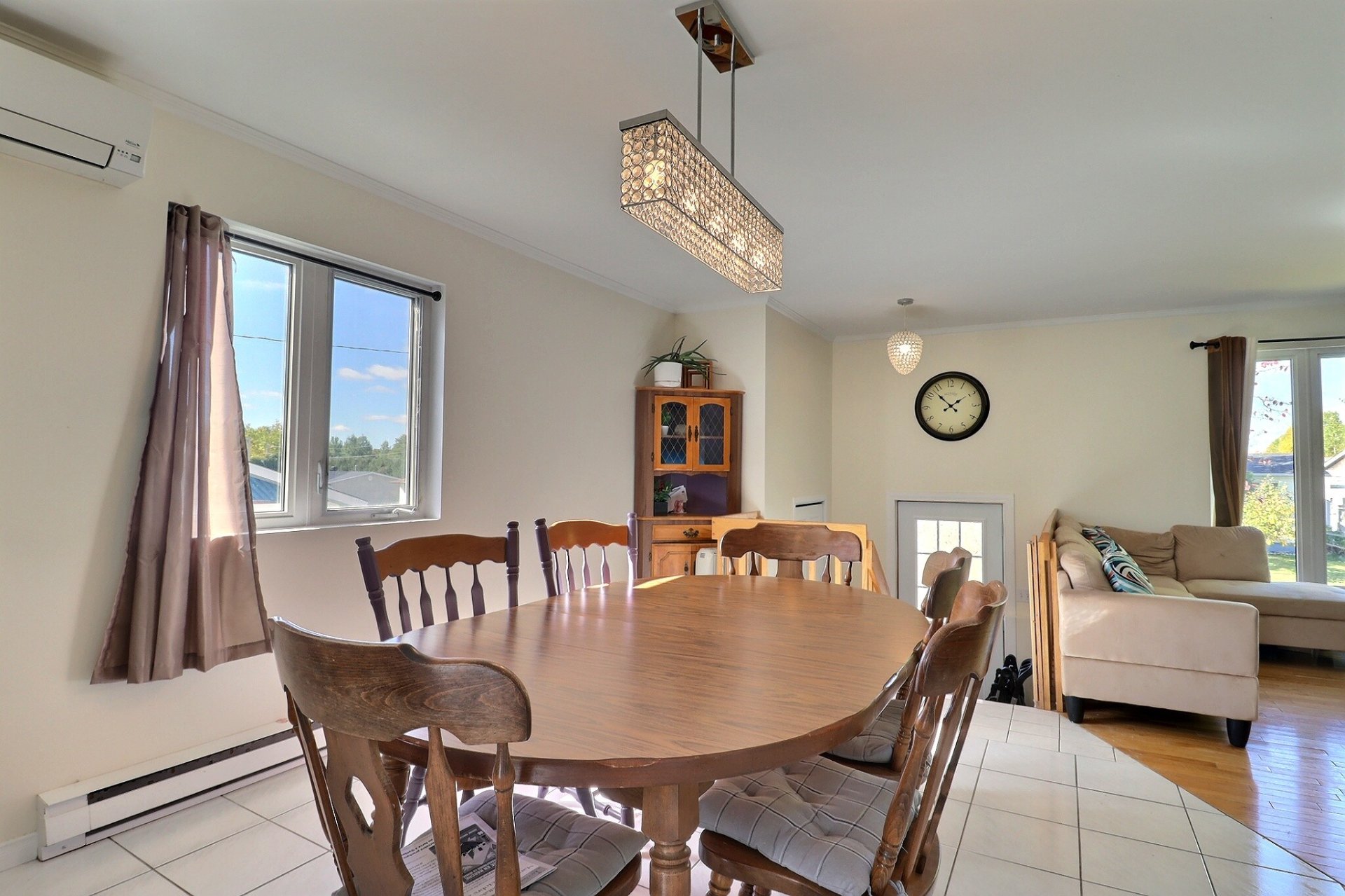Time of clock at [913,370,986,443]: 1:52
